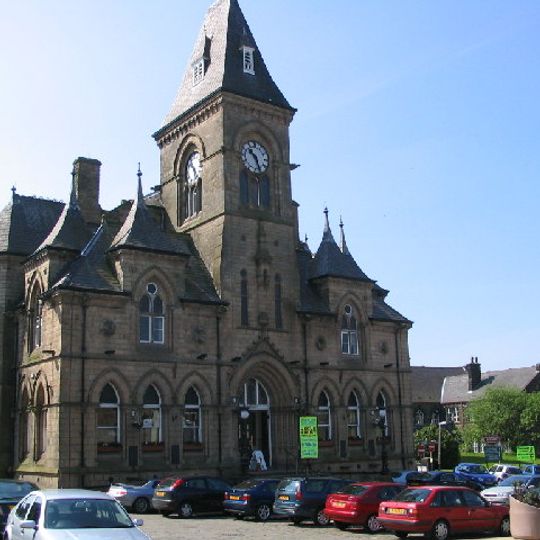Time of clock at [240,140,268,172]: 10:26
